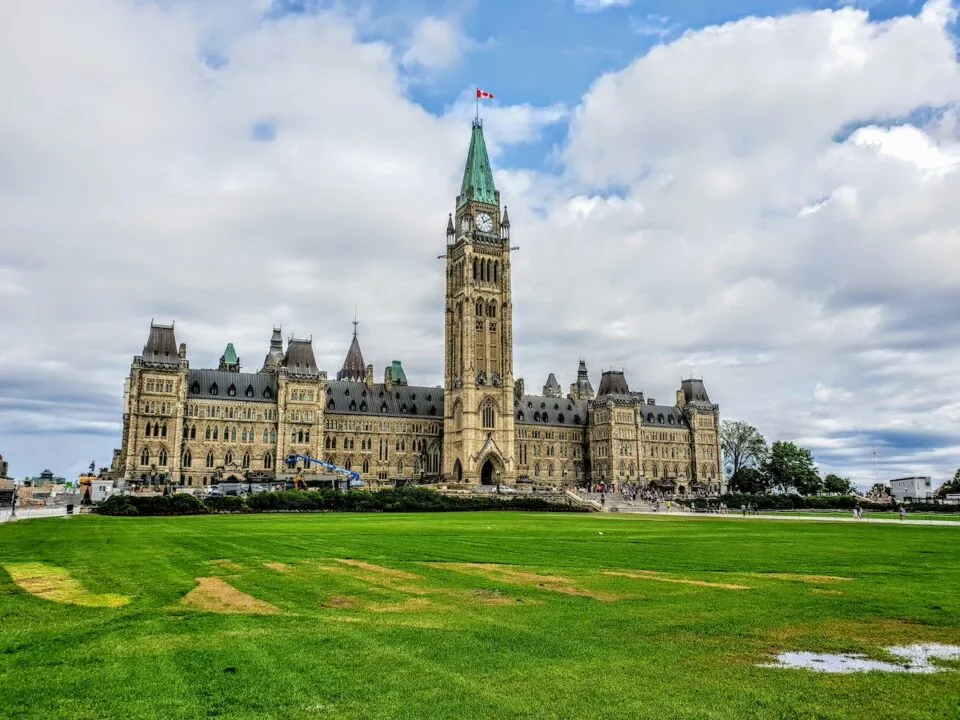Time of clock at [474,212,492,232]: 11:09
